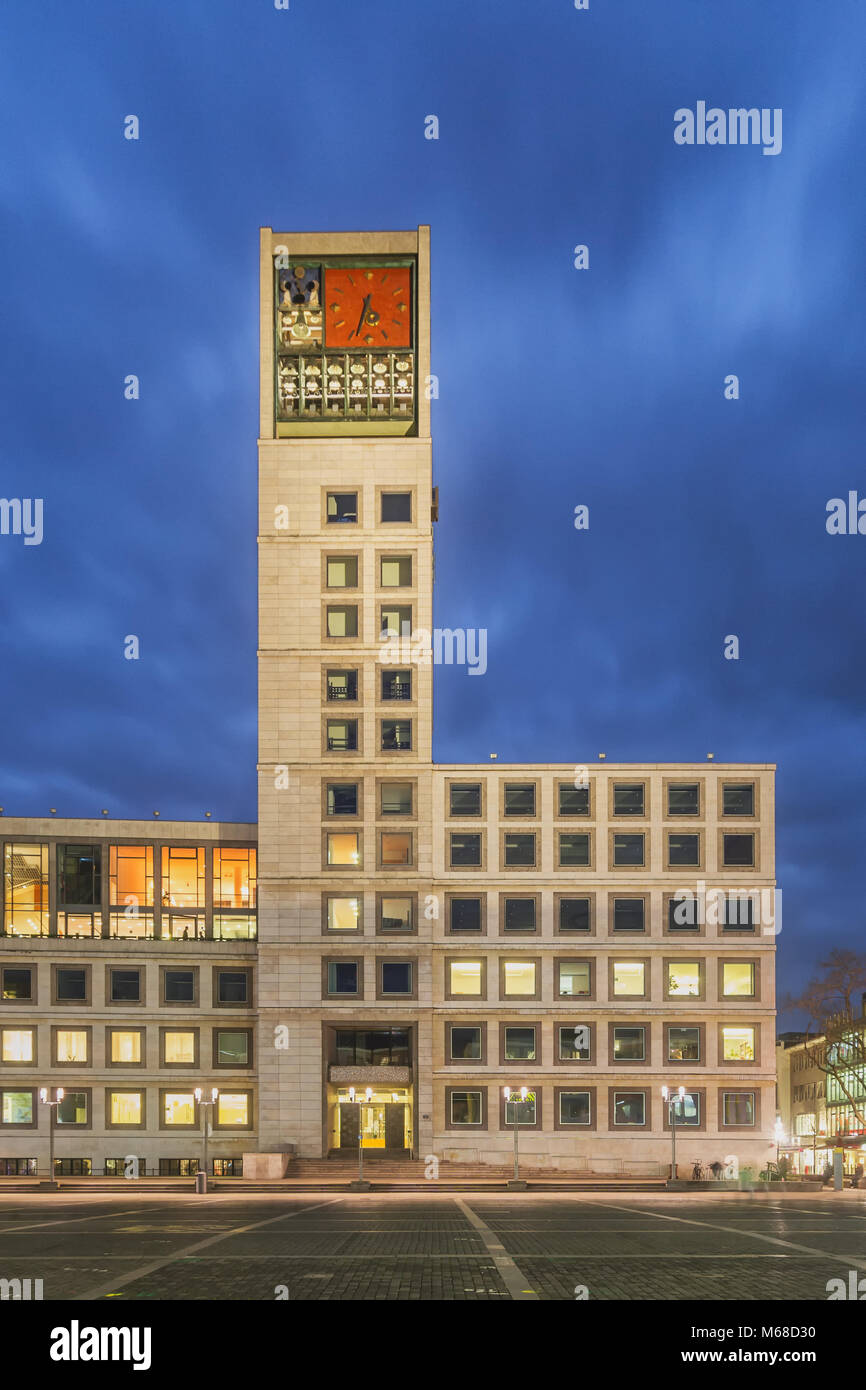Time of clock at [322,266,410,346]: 4:33
